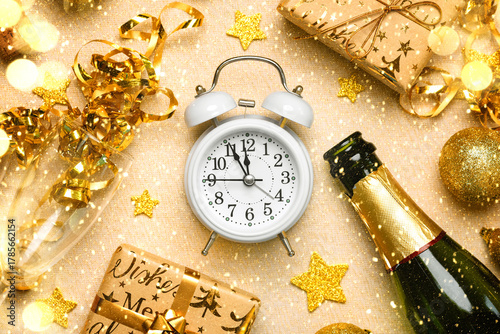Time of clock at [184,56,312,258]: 11:55
